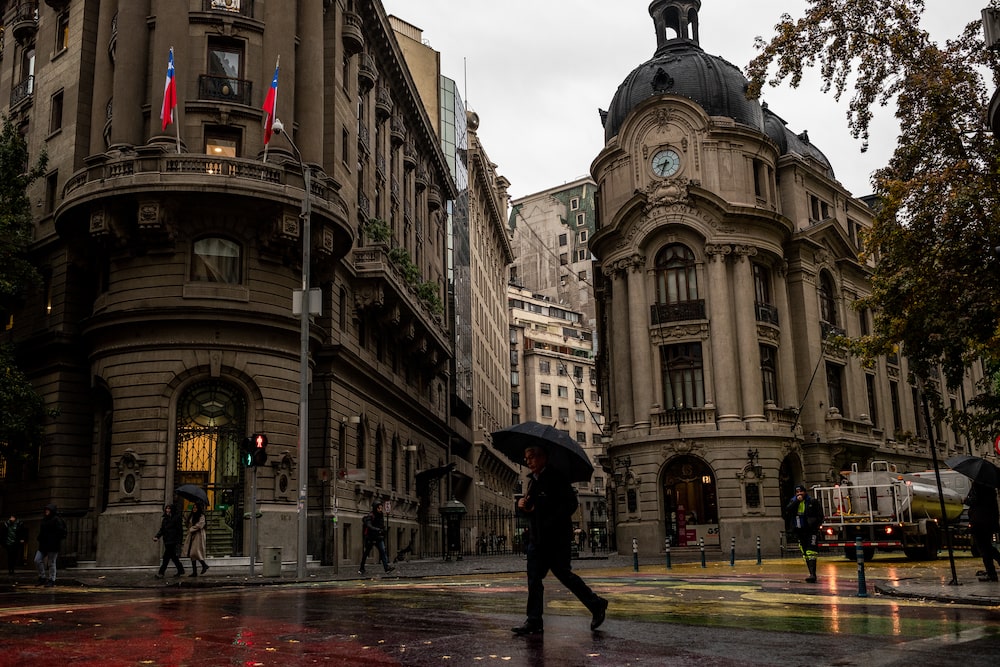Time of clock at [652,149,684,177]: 8:32
